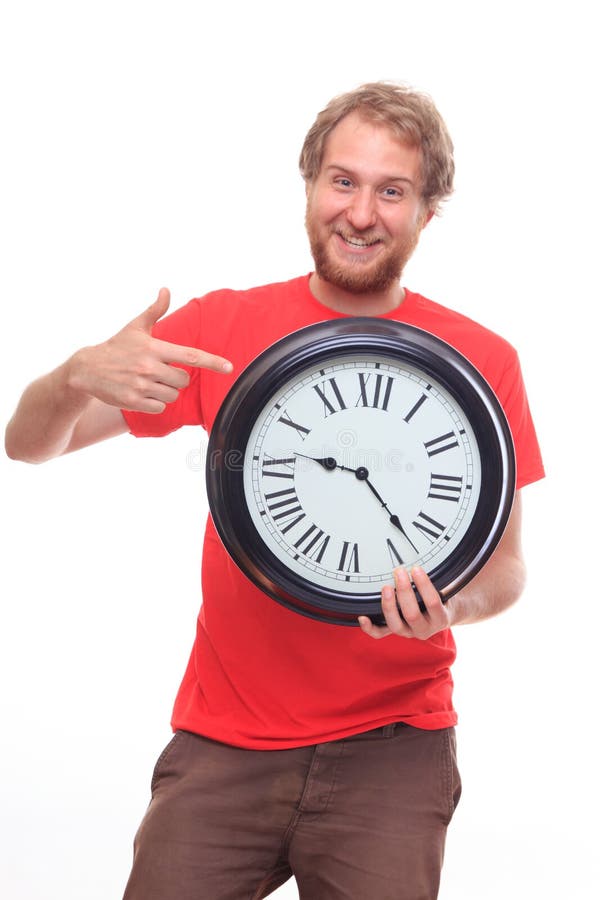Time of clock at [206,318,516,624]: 9:22
